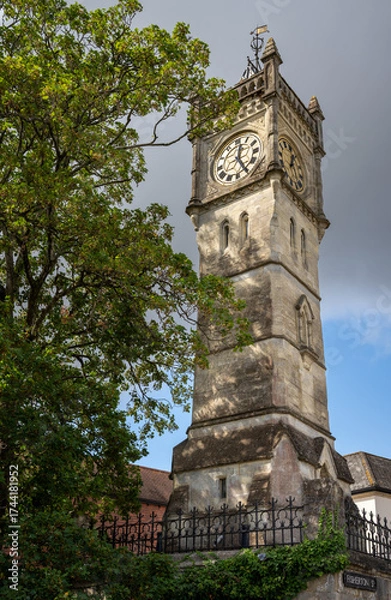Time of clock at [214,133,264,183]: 12:24
